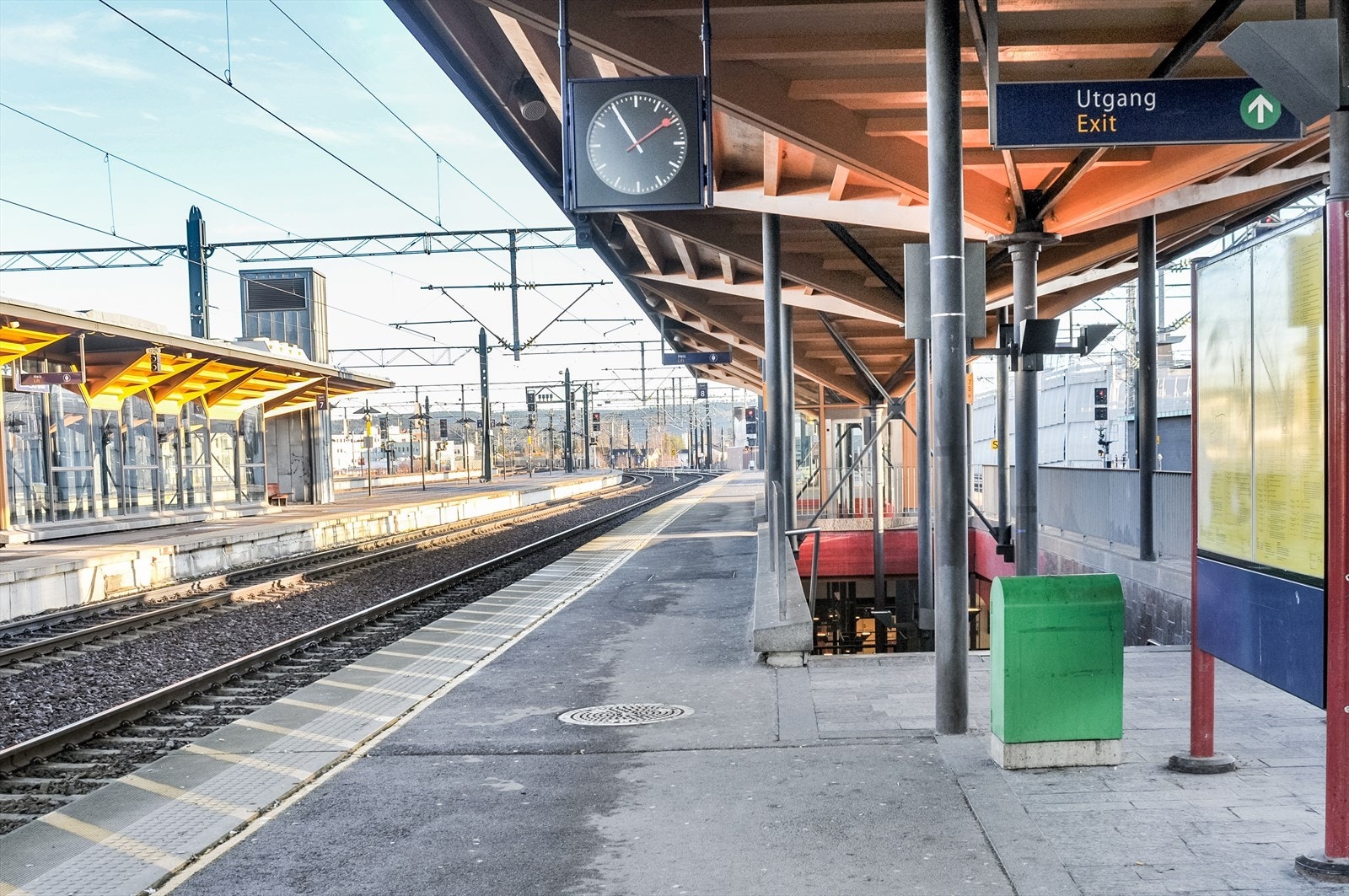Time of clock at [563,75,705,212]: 1:54
